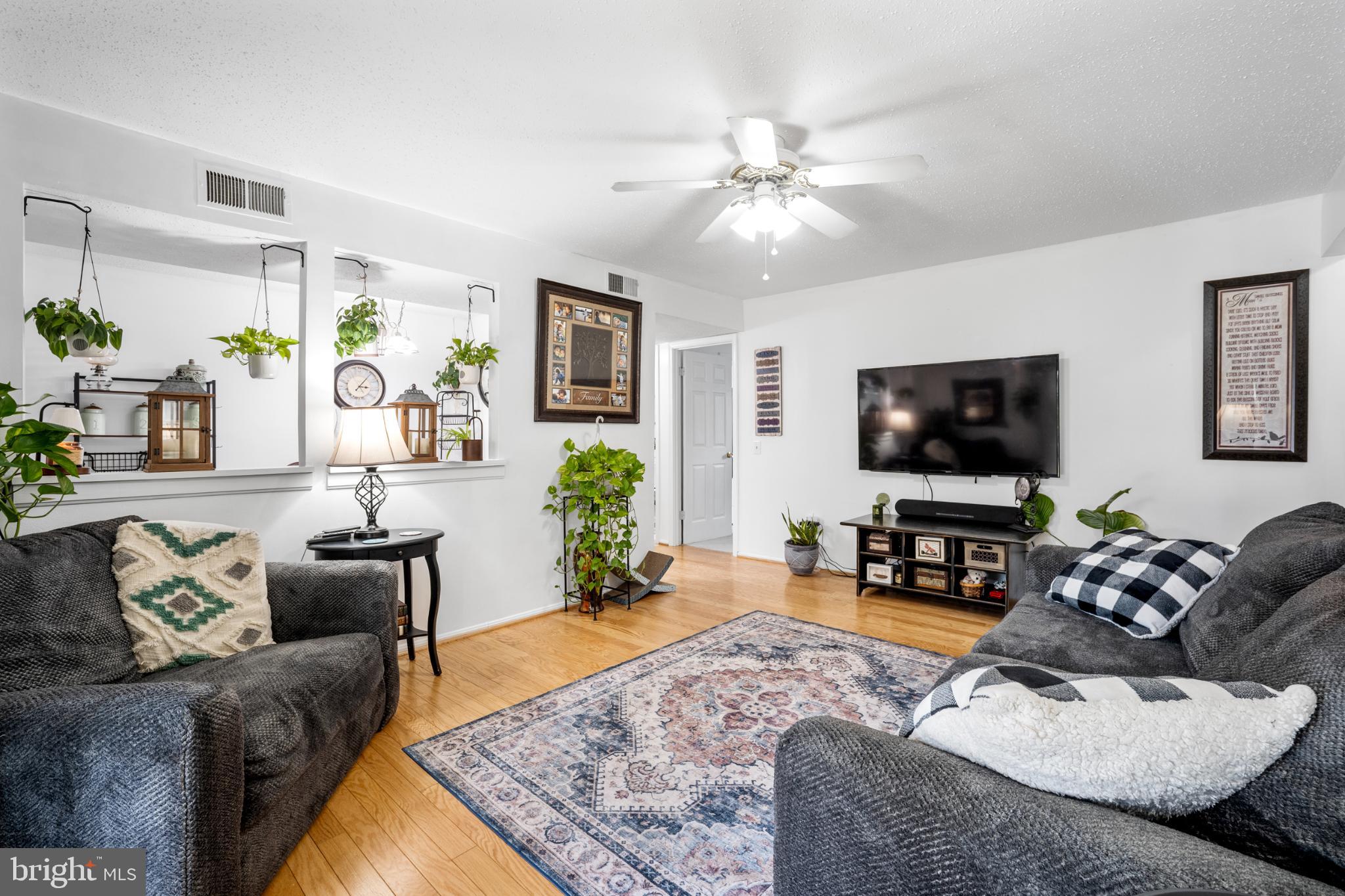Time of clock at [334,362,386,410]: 3:06
